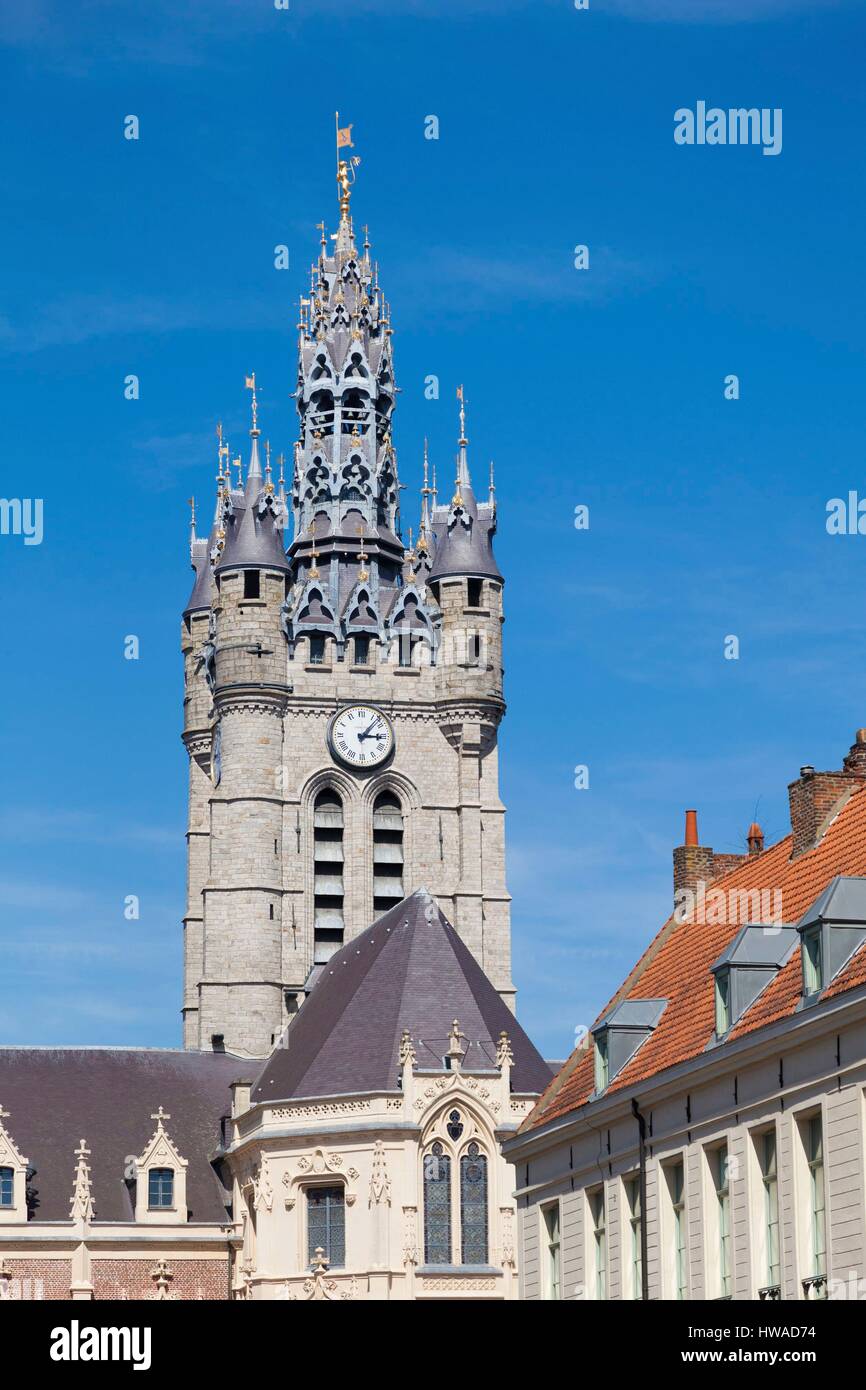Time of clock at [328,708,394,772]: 3:06
